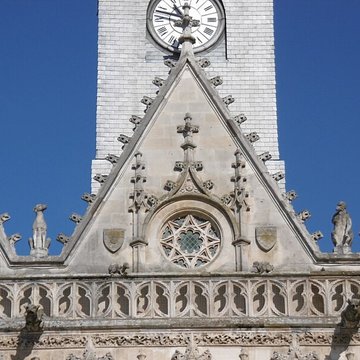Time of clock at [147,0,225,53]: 10:47
